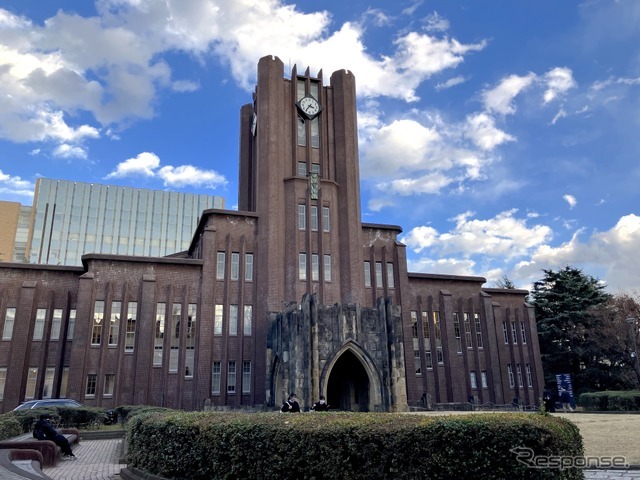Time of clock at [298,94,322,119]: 3:36
